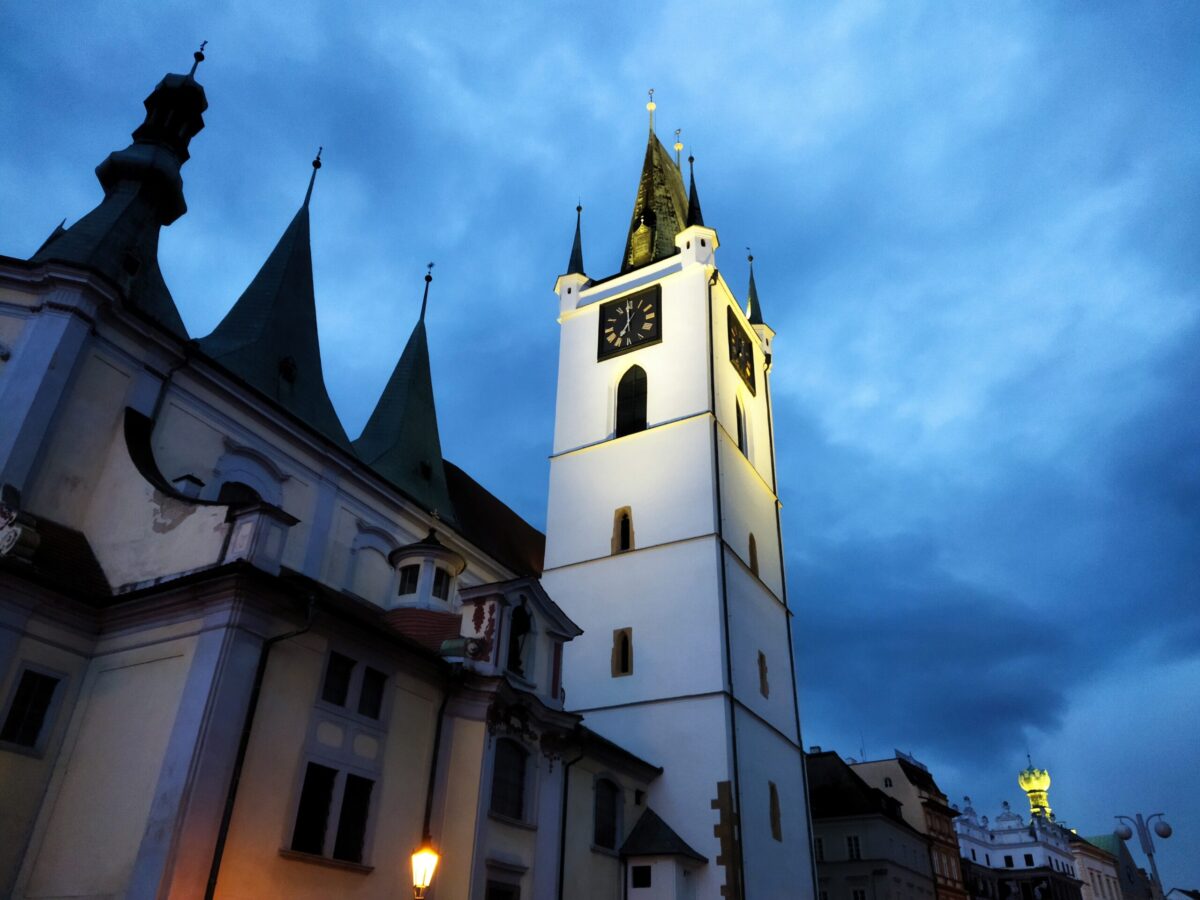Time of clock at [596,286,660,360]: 6:59
